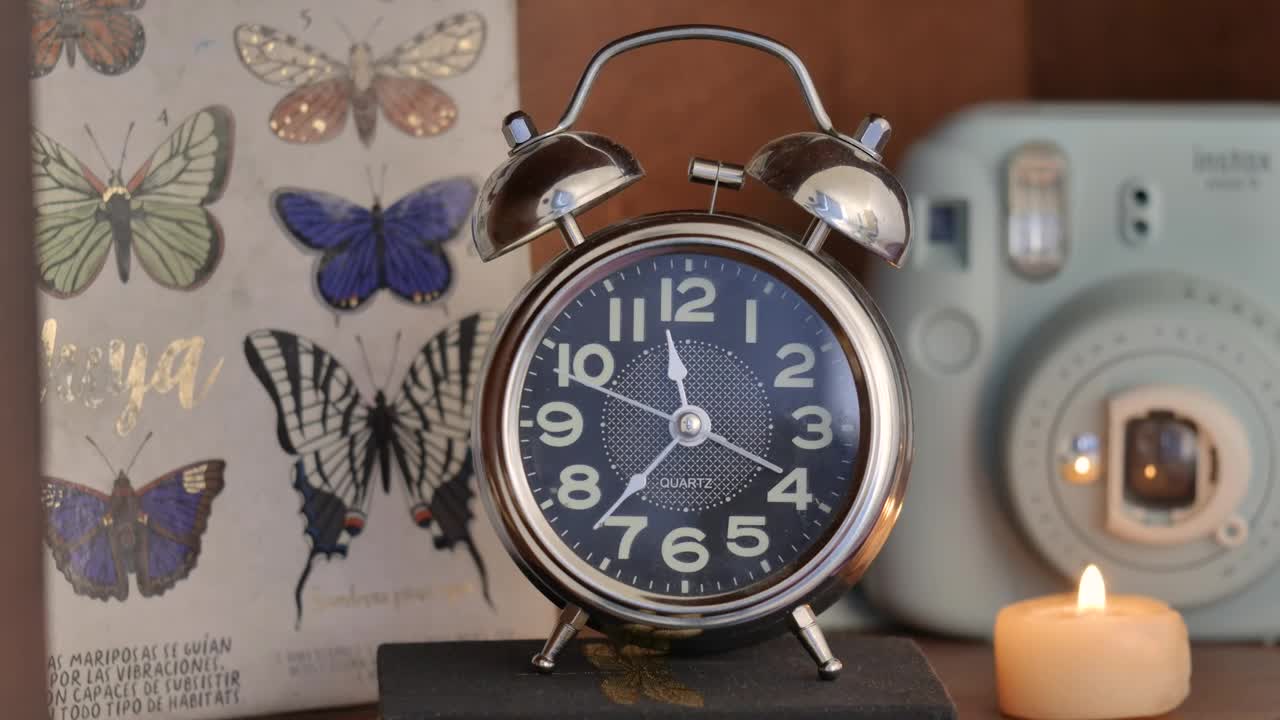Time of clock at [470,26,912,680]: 11:37
